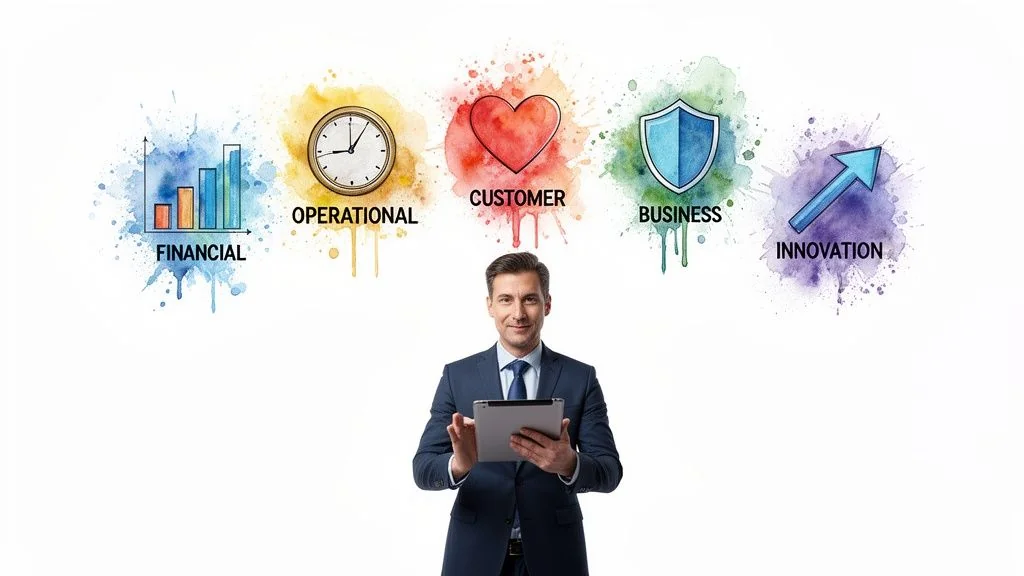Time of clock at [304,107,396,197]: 8:59
